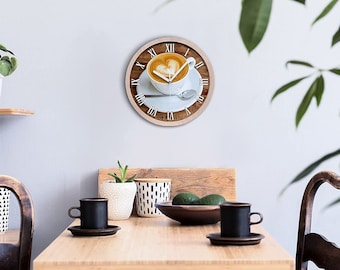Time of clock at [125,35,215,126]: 10:07
